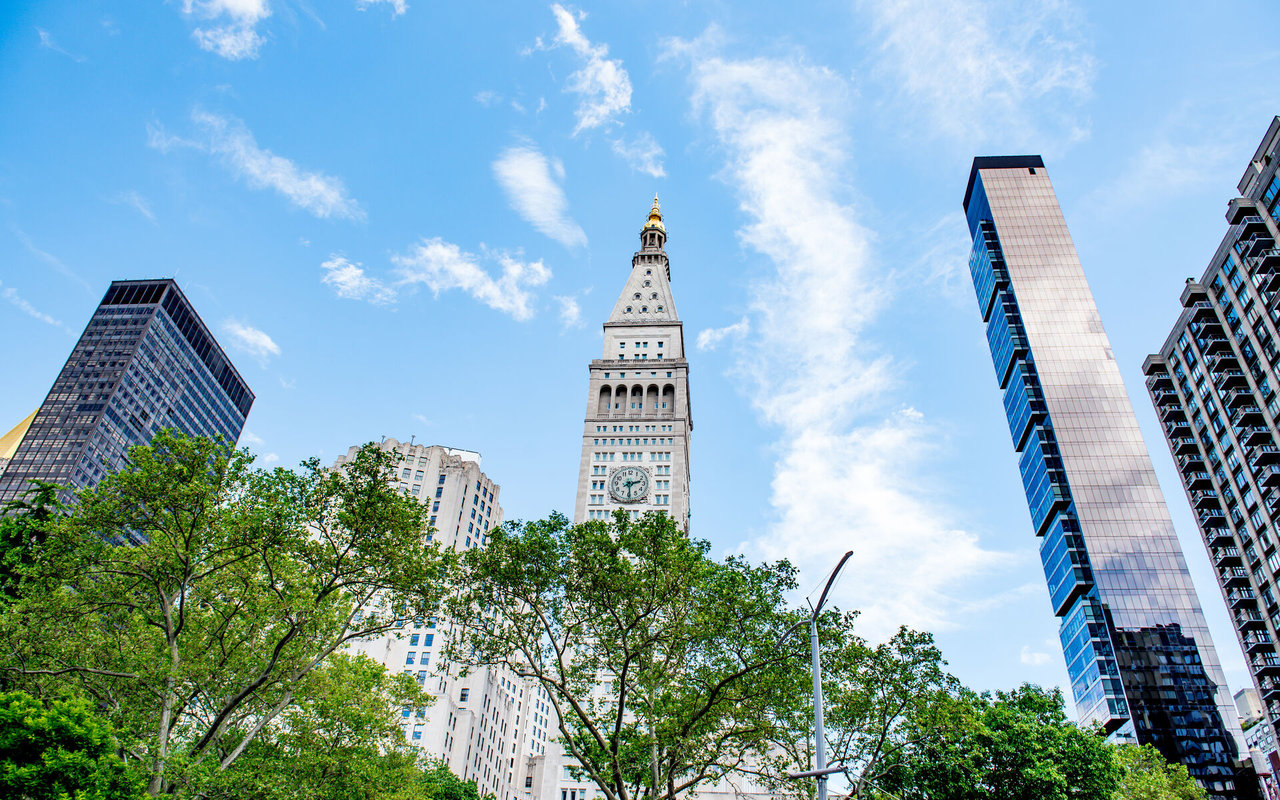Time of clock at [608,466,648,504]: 2:29
